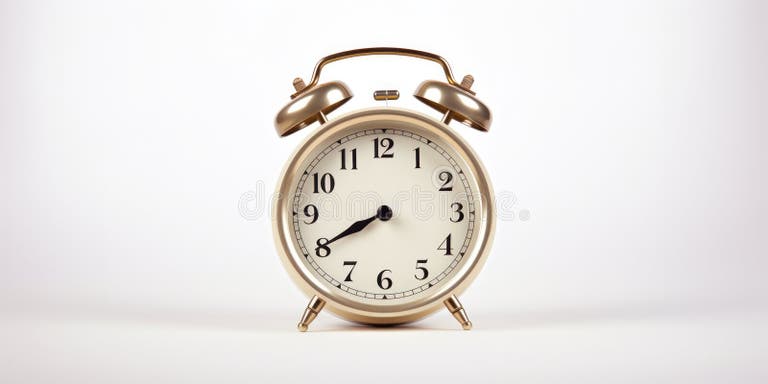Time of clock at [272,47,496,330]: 7:40
